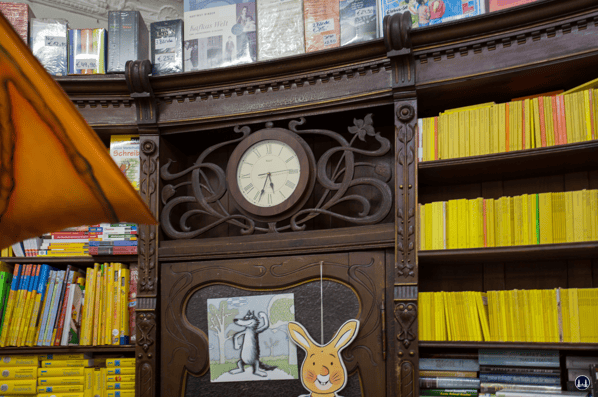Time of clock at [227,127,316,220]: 5:33
